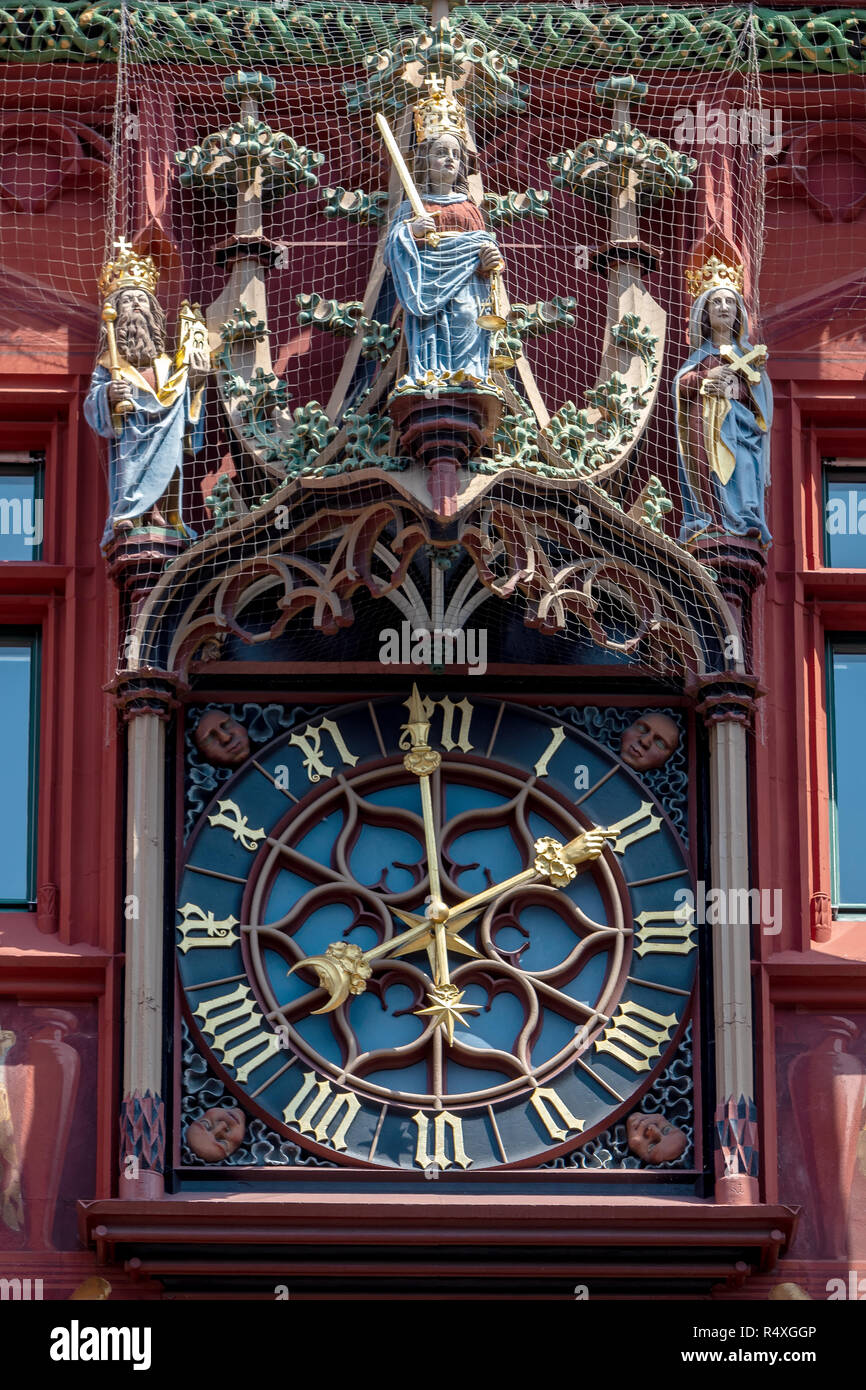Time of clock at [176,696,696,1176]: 8:09
